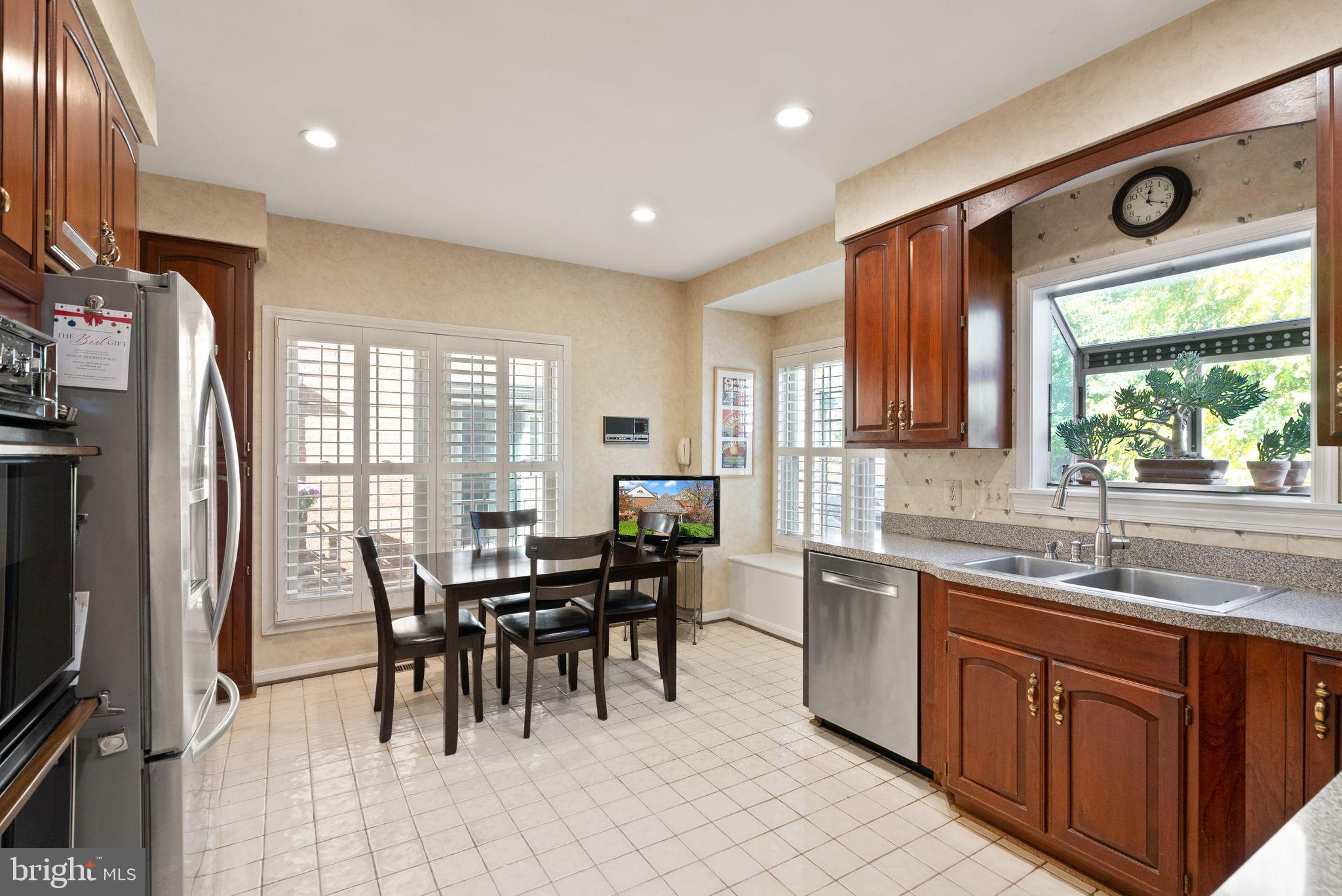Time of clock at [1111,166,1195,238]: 12:18
